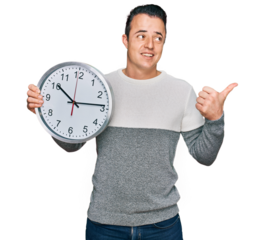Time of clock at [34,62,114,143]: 10:13
